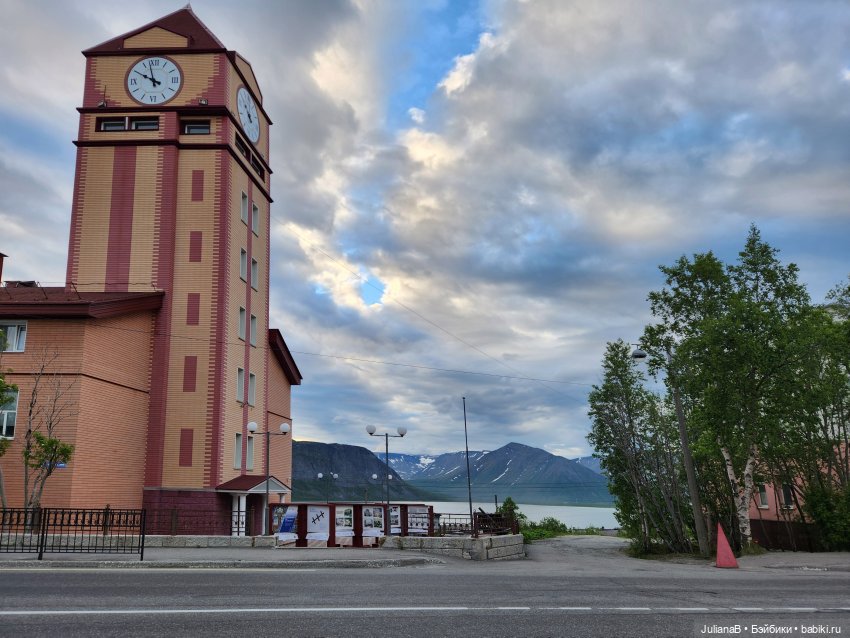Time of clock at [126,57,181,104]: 9:57
